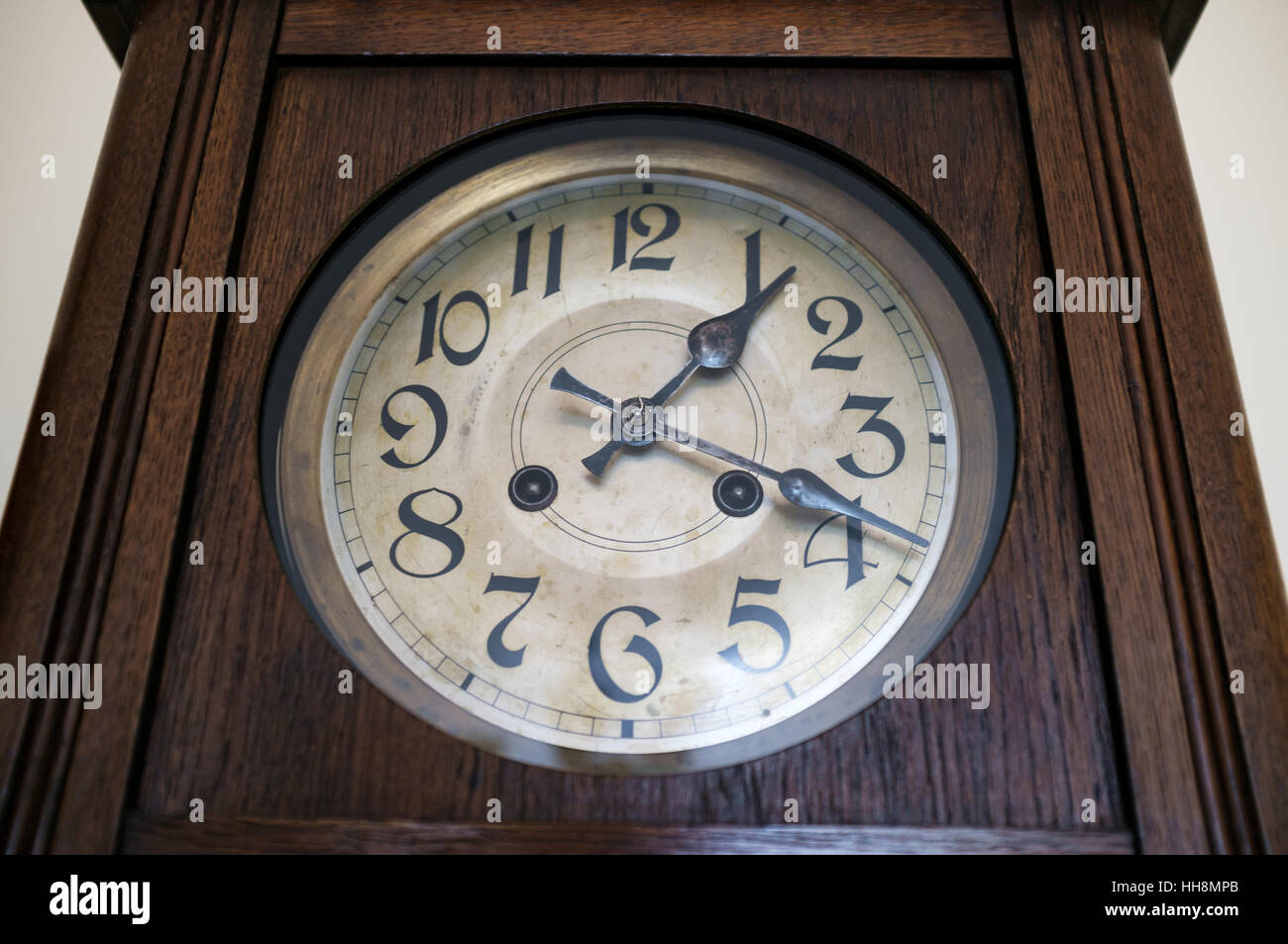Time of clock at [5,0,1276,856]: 1:18
